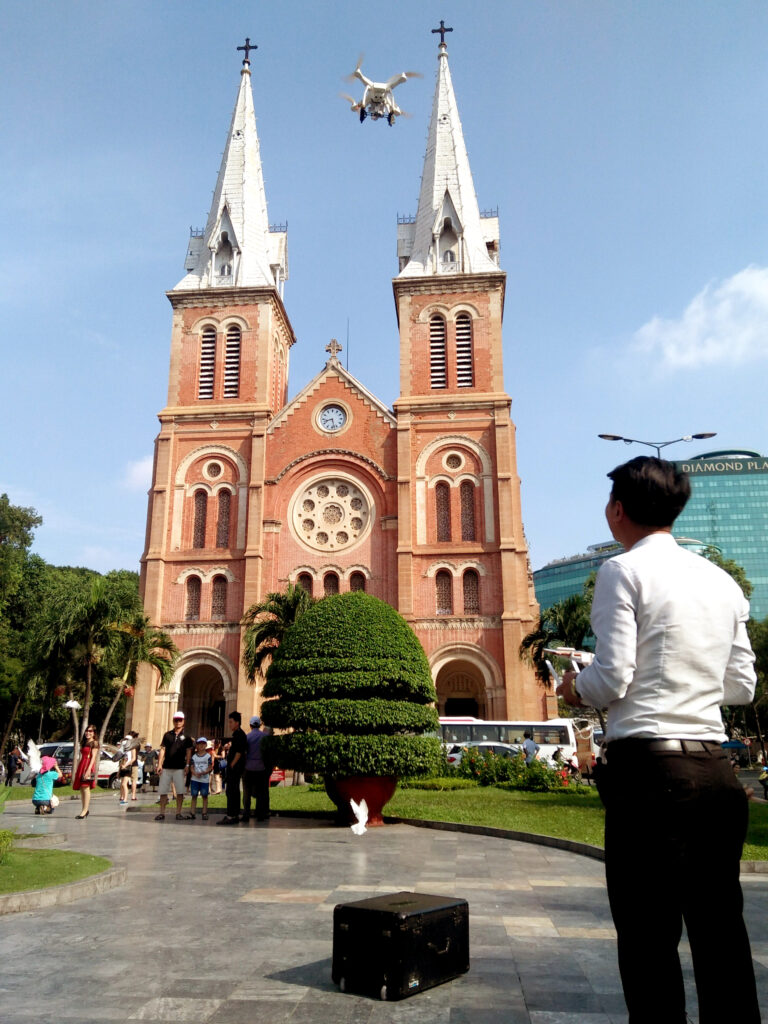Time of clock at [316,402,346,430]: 8:27
